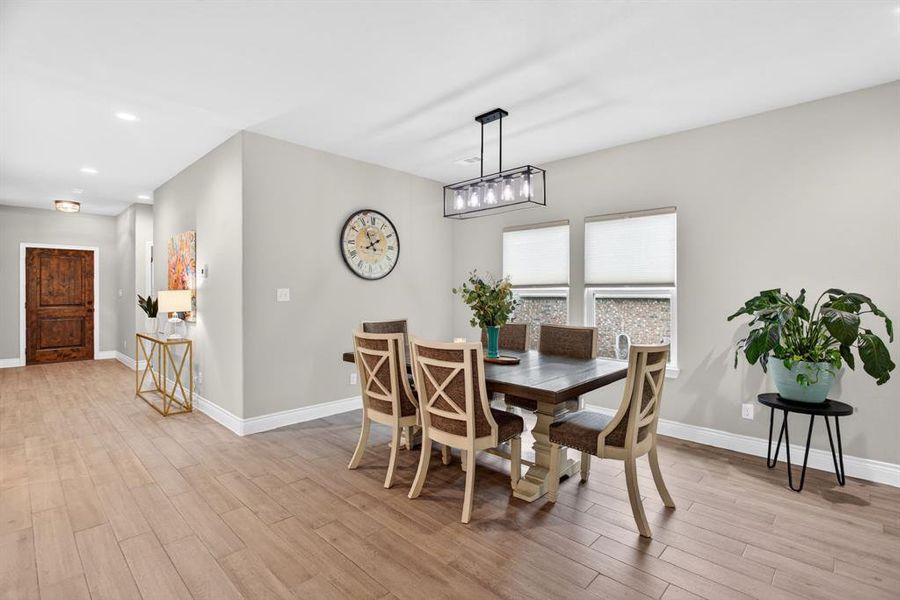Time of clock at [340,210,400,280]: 1:55
